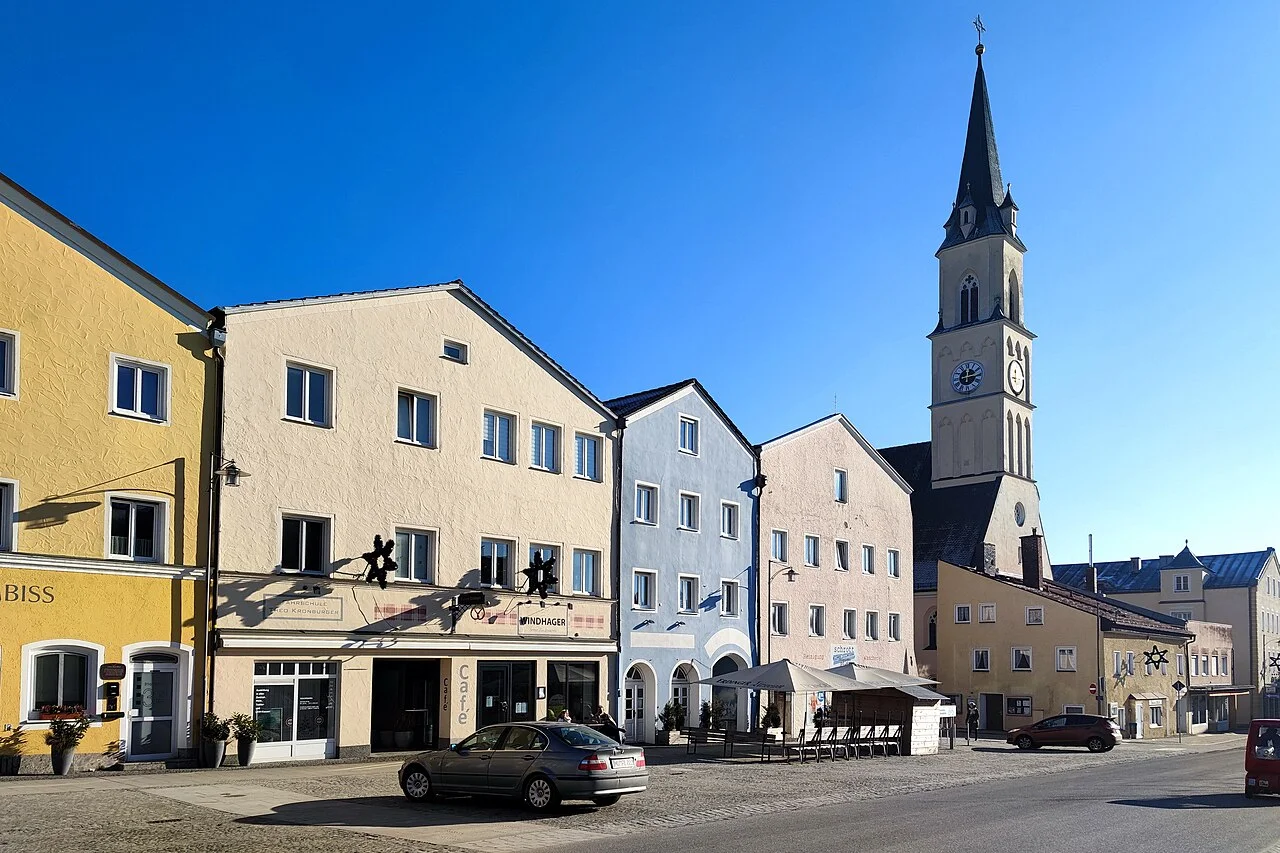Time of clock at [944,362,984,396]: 12:14
